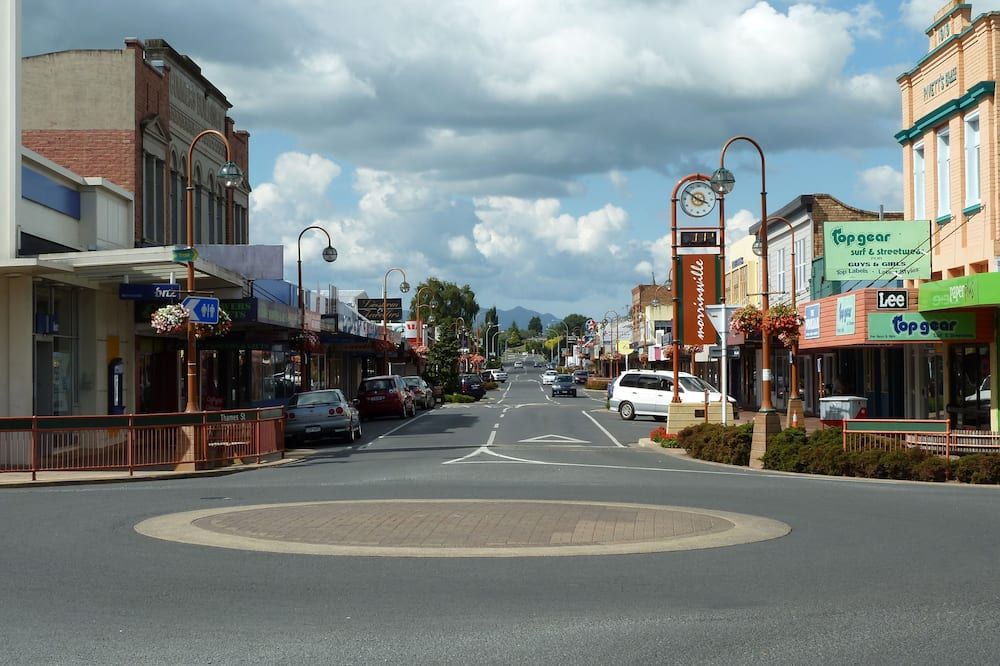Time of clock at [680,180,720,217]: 3:50
